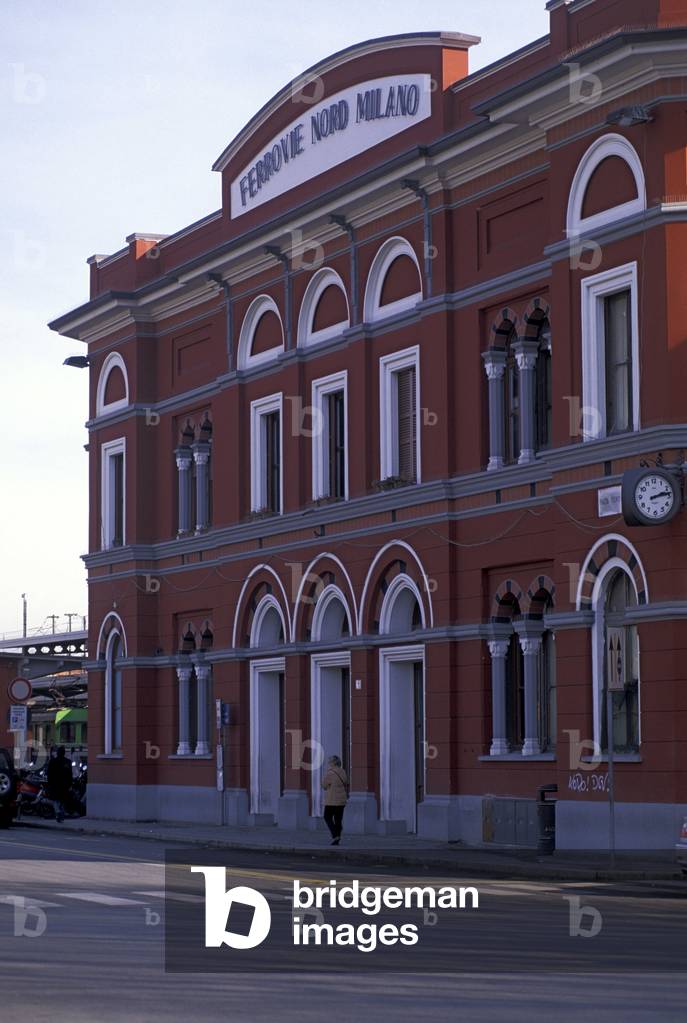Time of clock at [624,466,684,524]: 2:13
